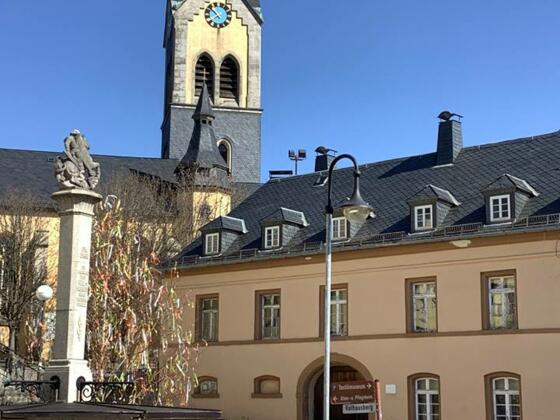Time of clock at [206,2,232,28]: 7:52
